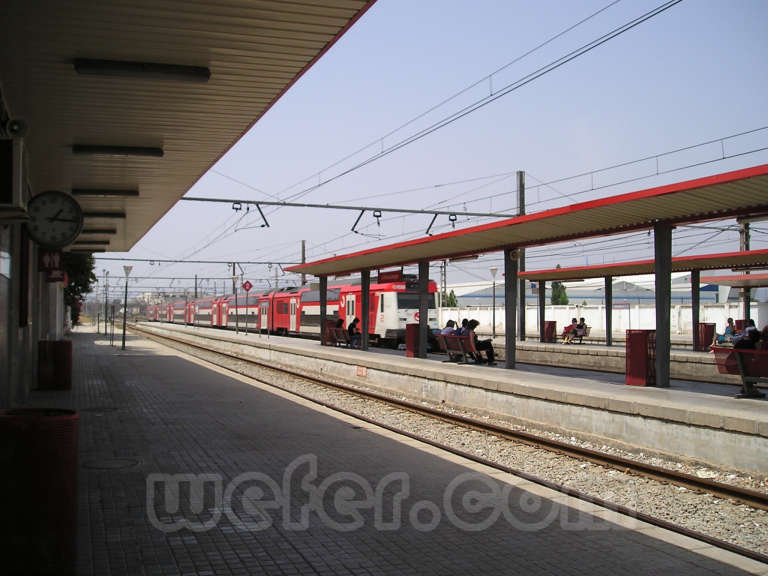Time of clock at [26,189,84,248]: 1:16
